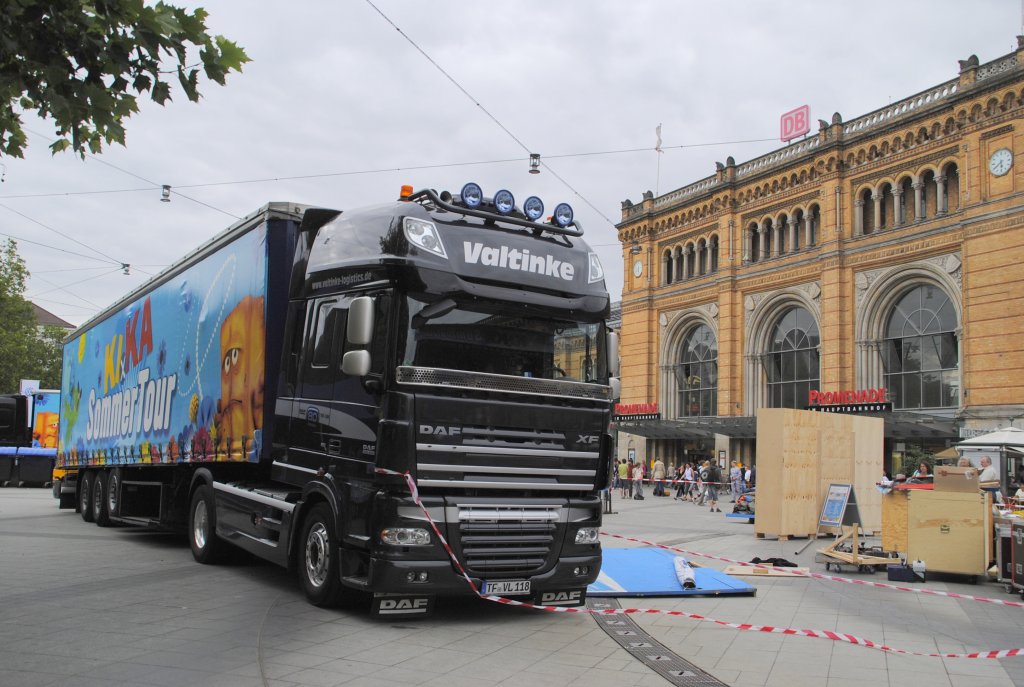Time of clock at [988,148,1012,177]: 5:38
